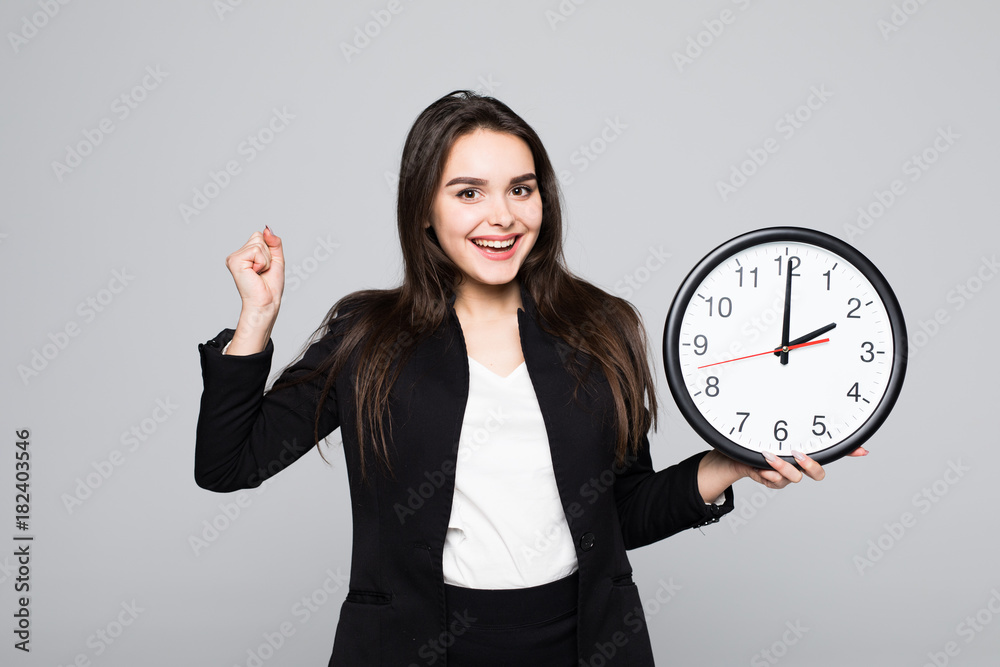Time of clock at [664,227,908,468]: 2:00
